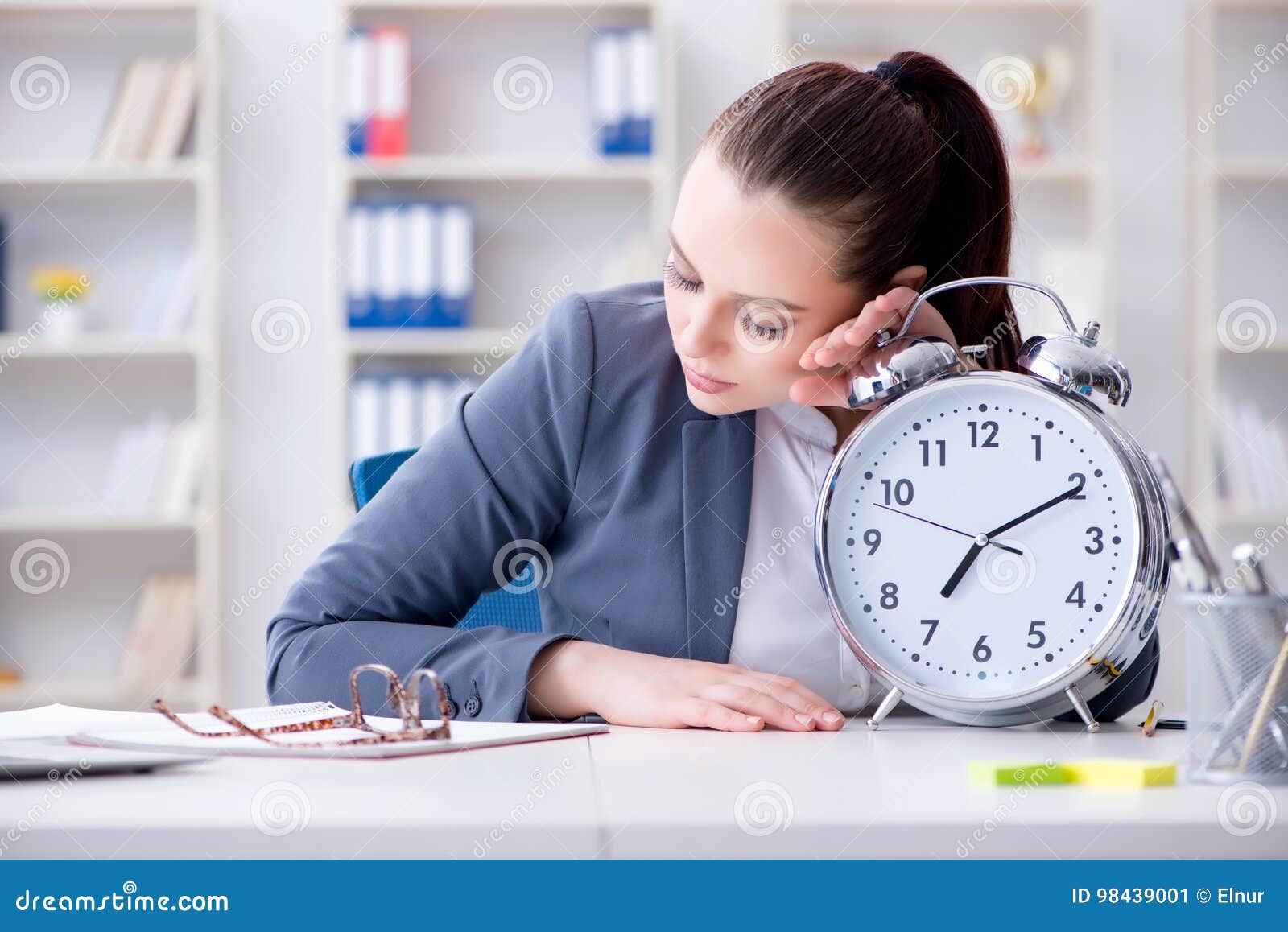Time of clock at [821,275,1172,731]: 7:10
